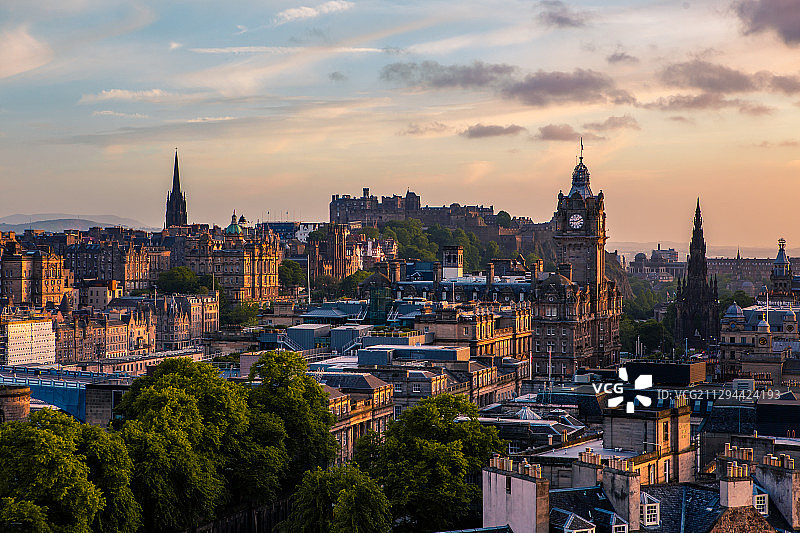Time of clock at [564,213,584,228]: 9:11
